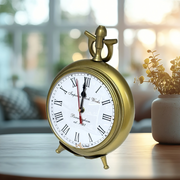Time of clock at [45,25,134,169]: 11:59
